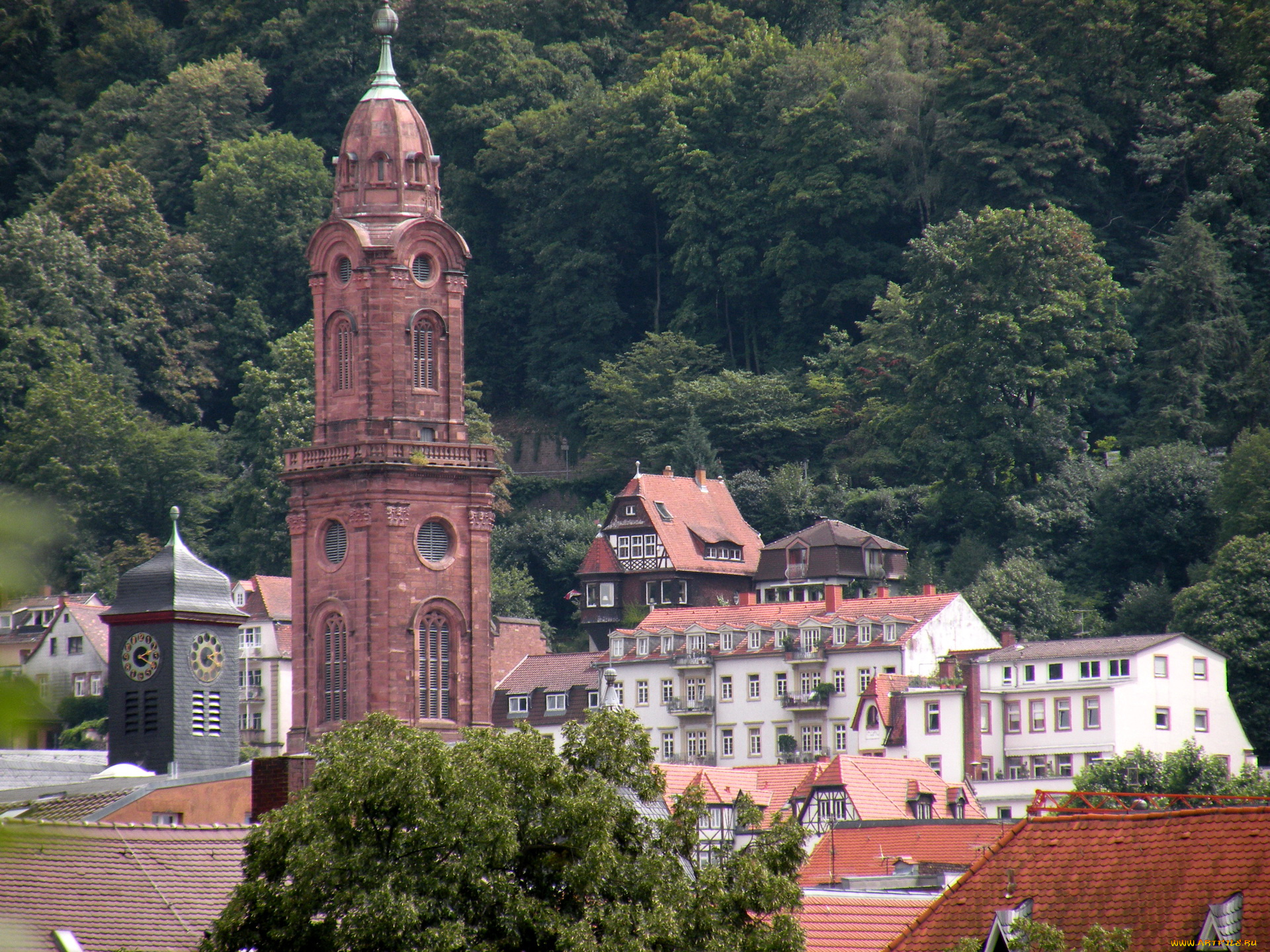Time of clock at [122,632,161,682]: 2:19
